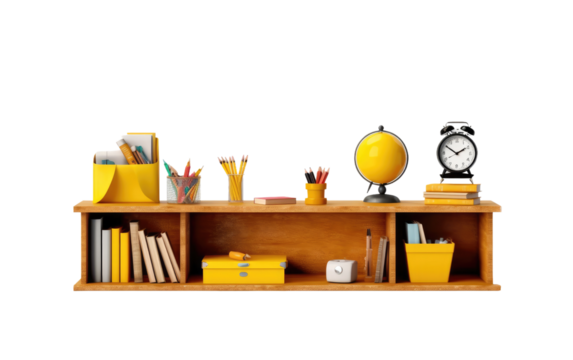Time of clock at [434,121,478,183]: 1:50
